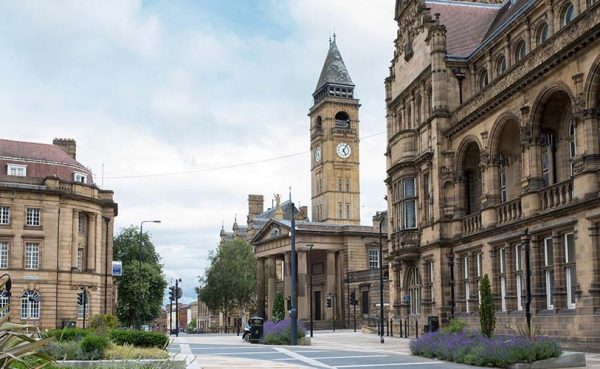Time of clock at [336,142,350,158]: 5:05
